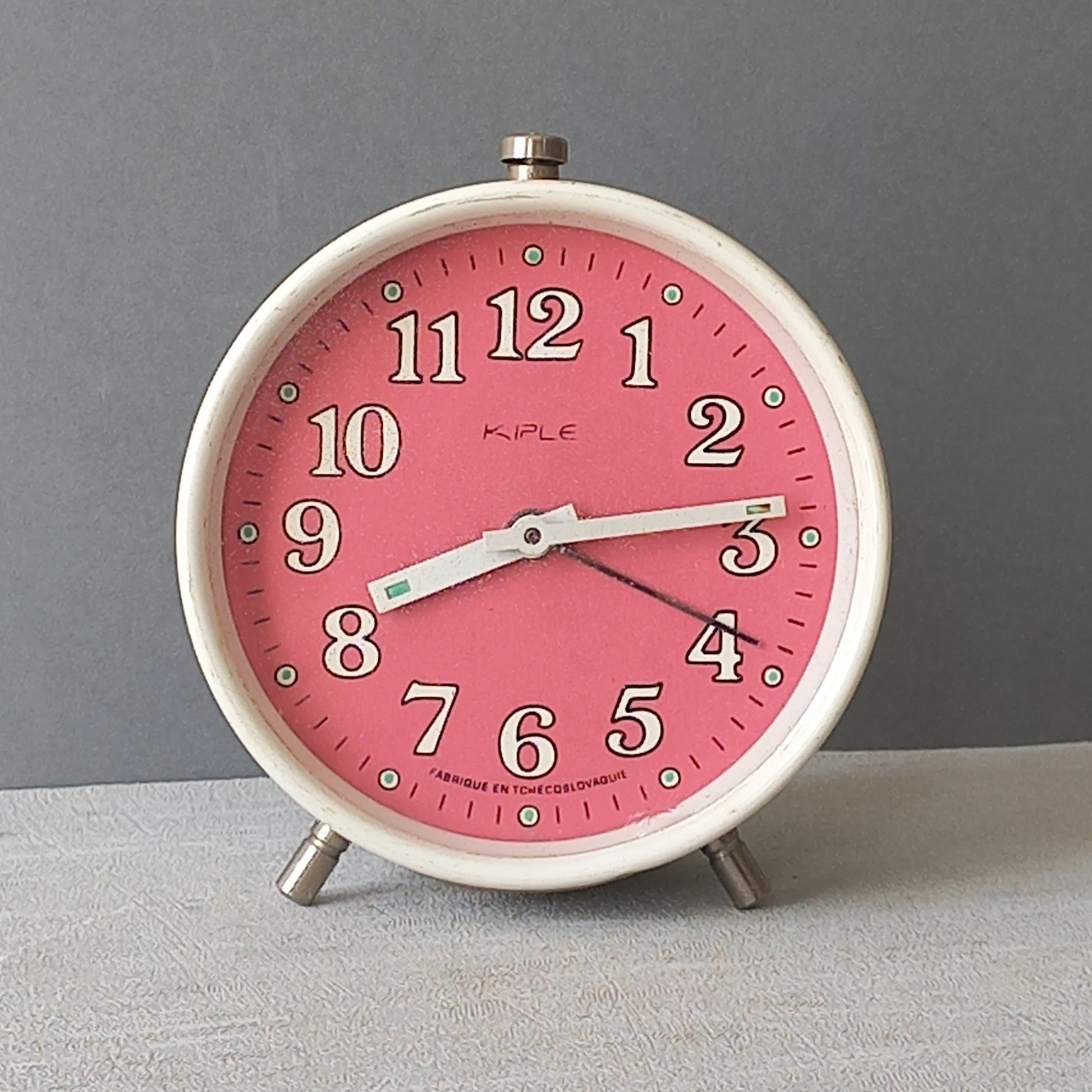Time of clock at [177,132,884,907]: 8:14
